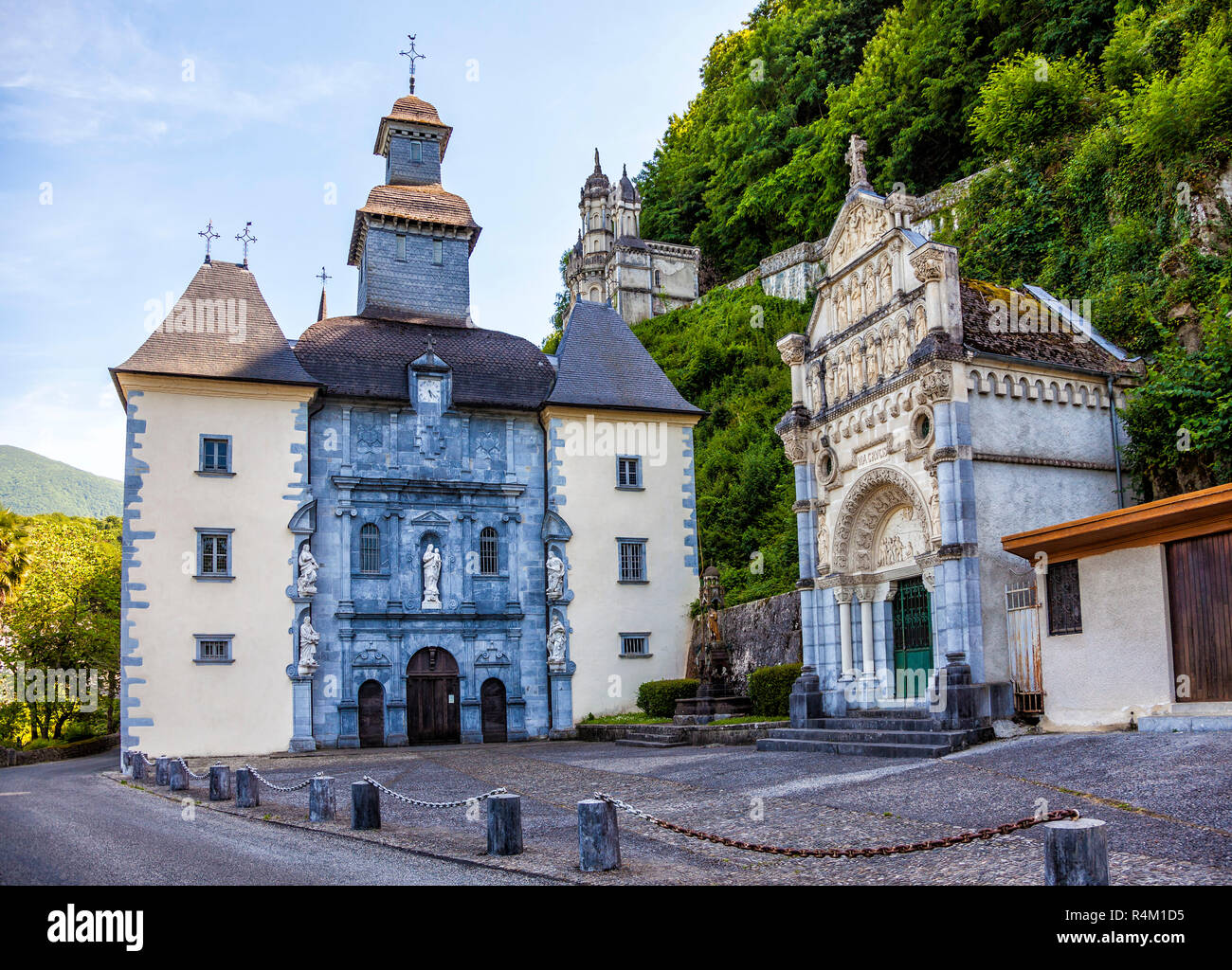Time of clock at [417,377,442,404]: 5:21
